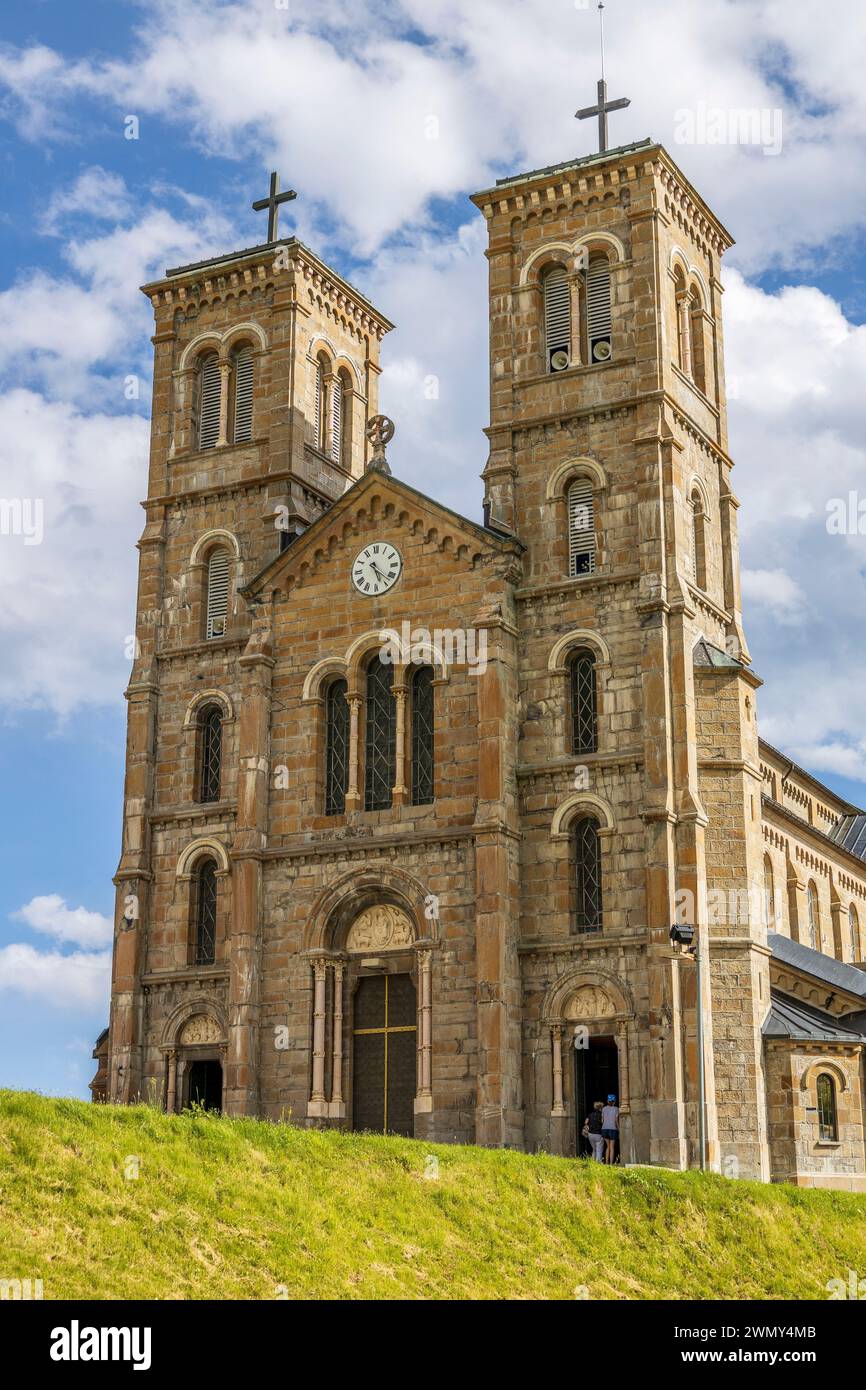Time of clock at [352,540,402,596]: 5:22
